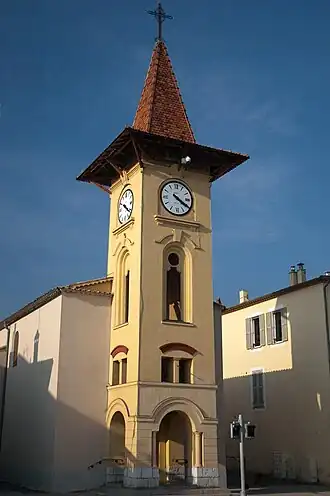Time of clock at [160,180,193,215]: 4:20
